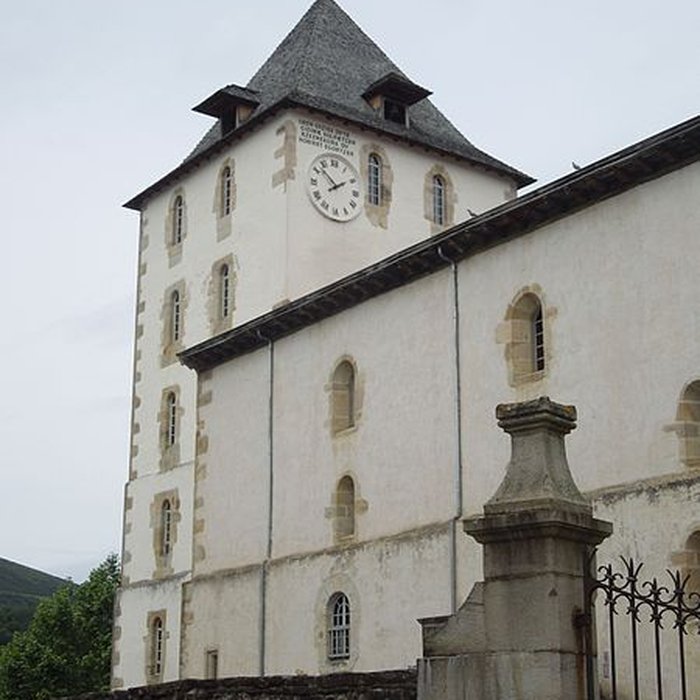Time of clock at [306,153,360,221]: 1:52
